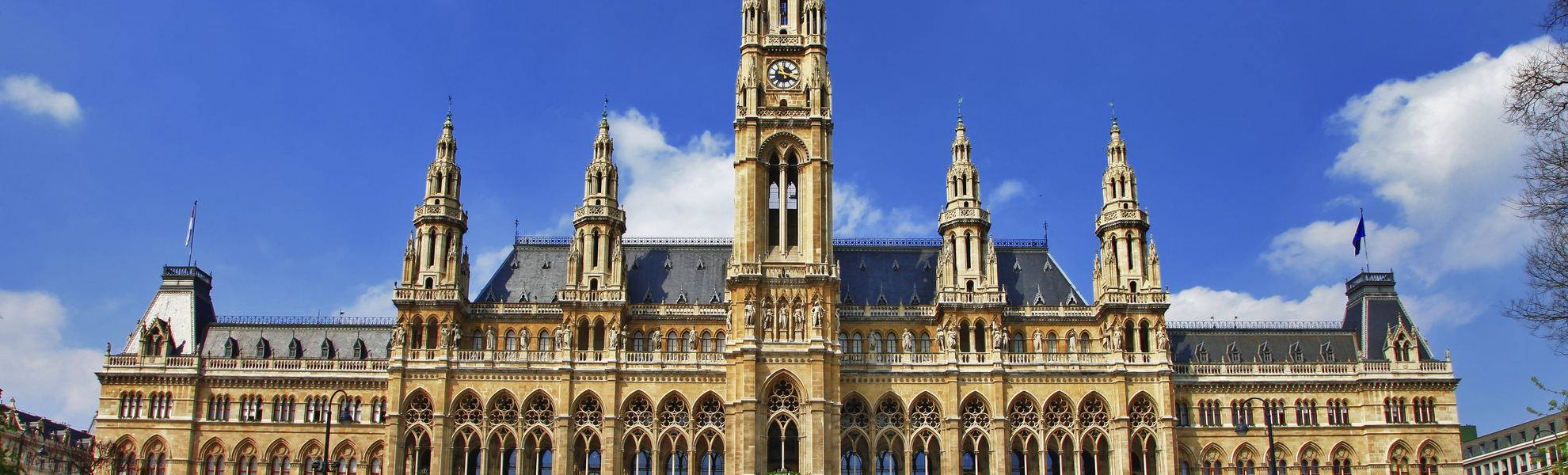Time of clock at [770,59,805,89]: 11:18
